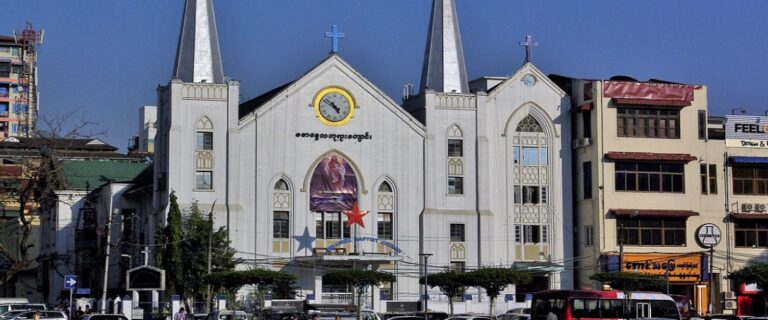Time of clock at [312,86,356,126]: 4:52
